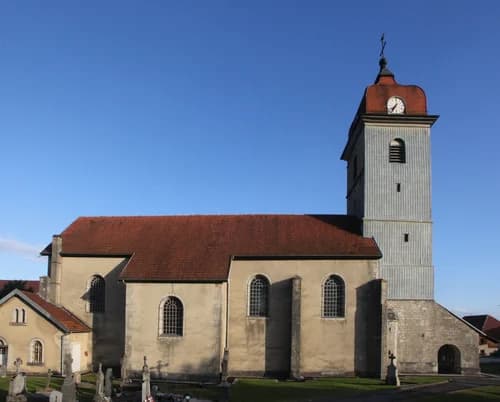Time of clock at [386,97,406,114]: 7:36
